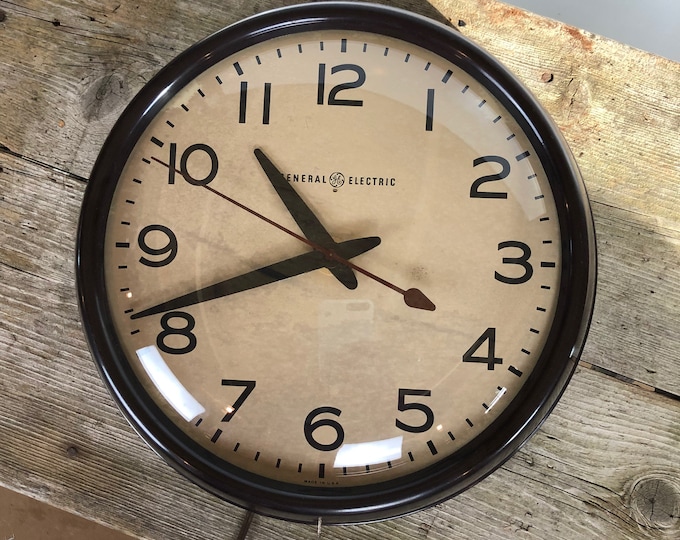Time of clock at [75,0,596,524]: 10:41
